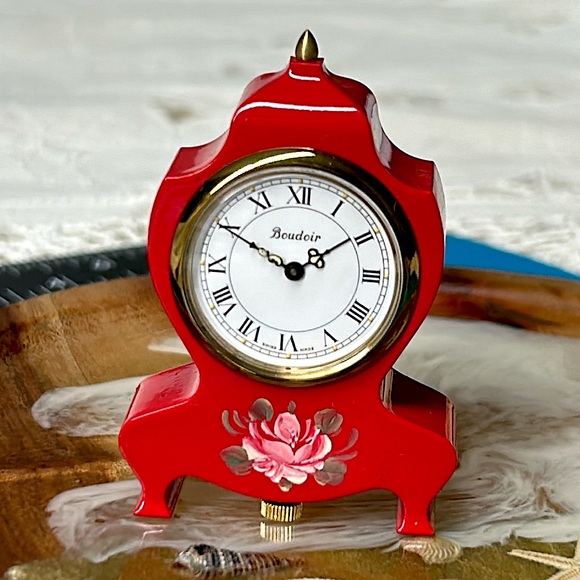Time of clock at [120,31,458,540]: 1:50
